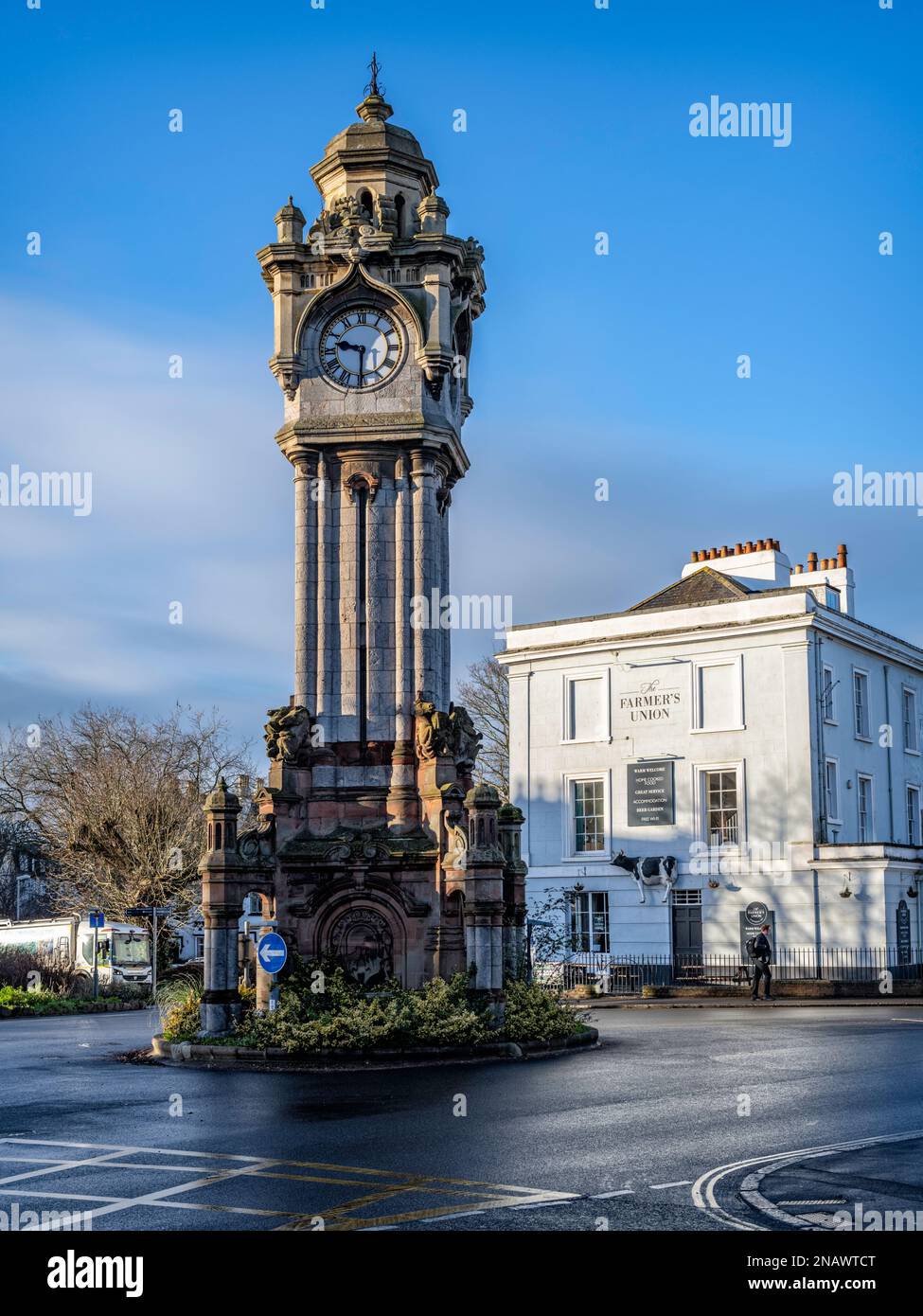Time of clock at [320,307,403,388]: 9:30
